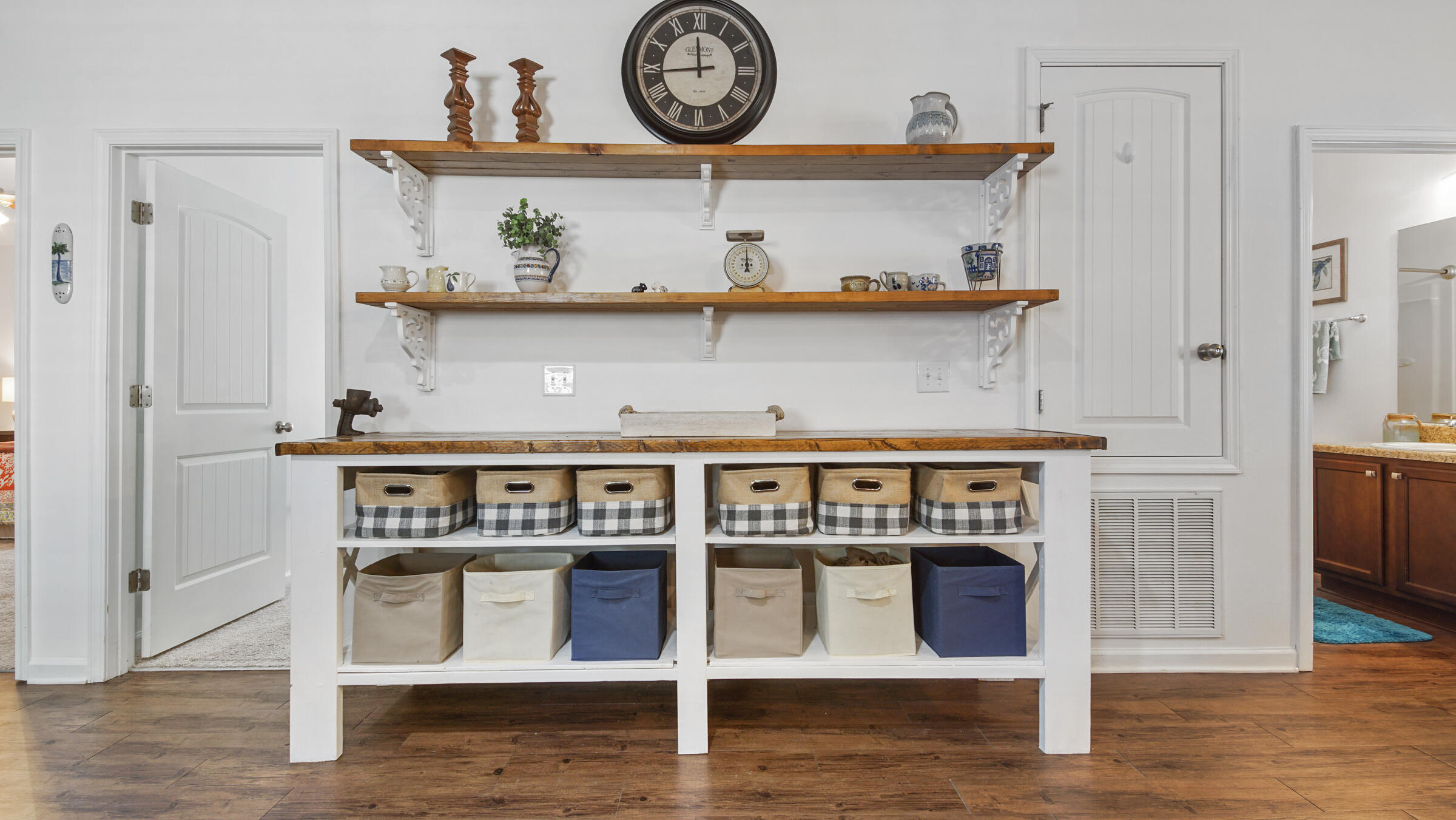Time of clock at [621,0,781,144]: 11:44
